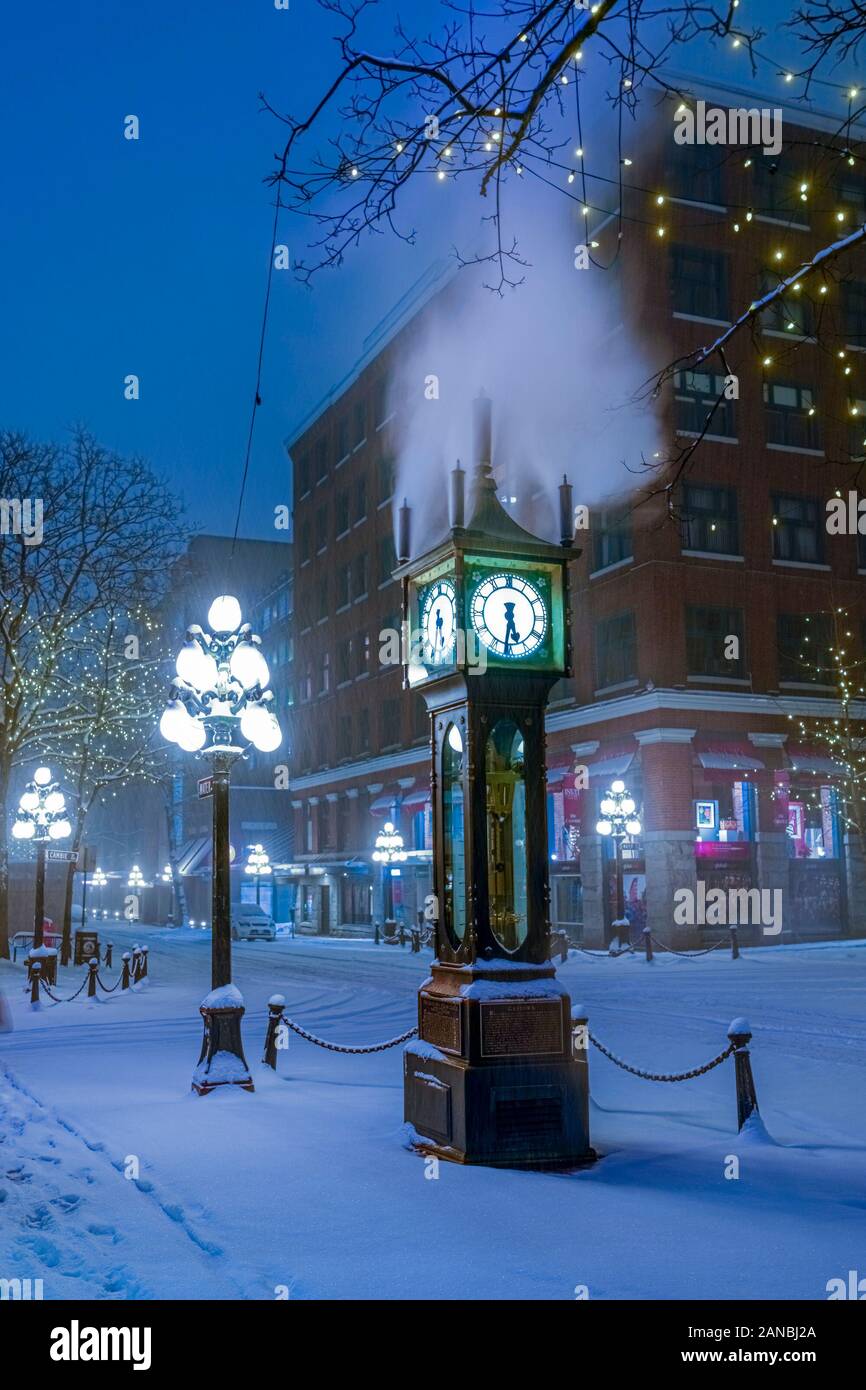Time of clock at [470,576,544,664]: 5:31
